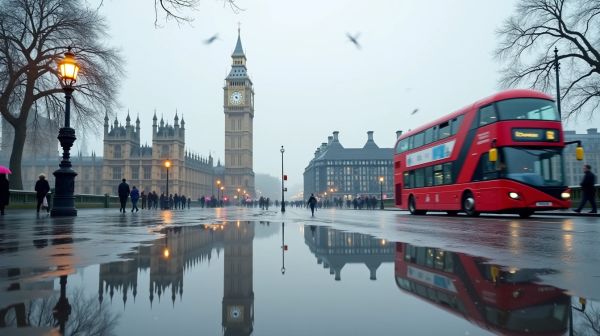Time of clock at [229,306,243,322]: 8:27
